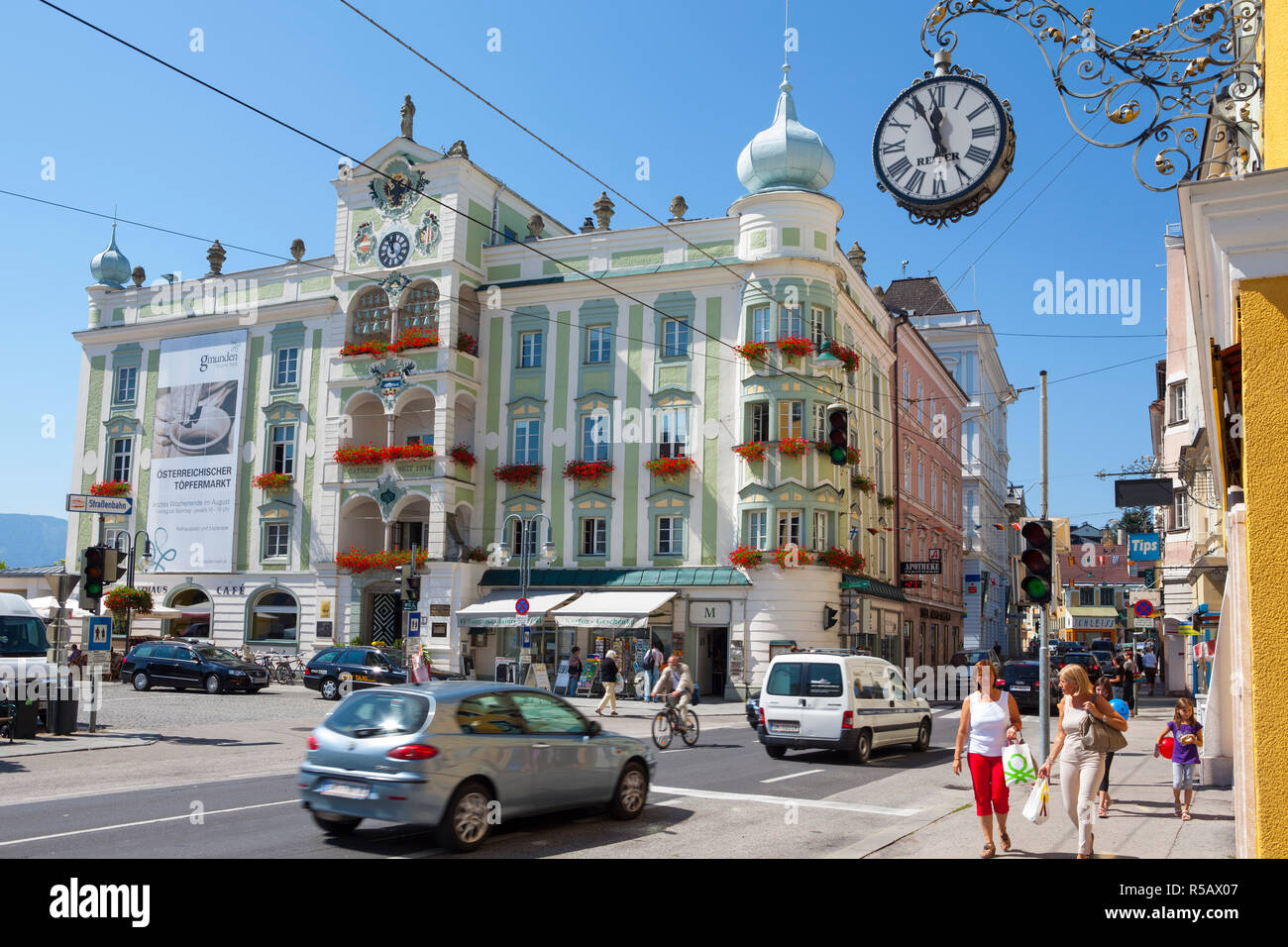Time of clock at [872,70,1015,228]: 11:55
